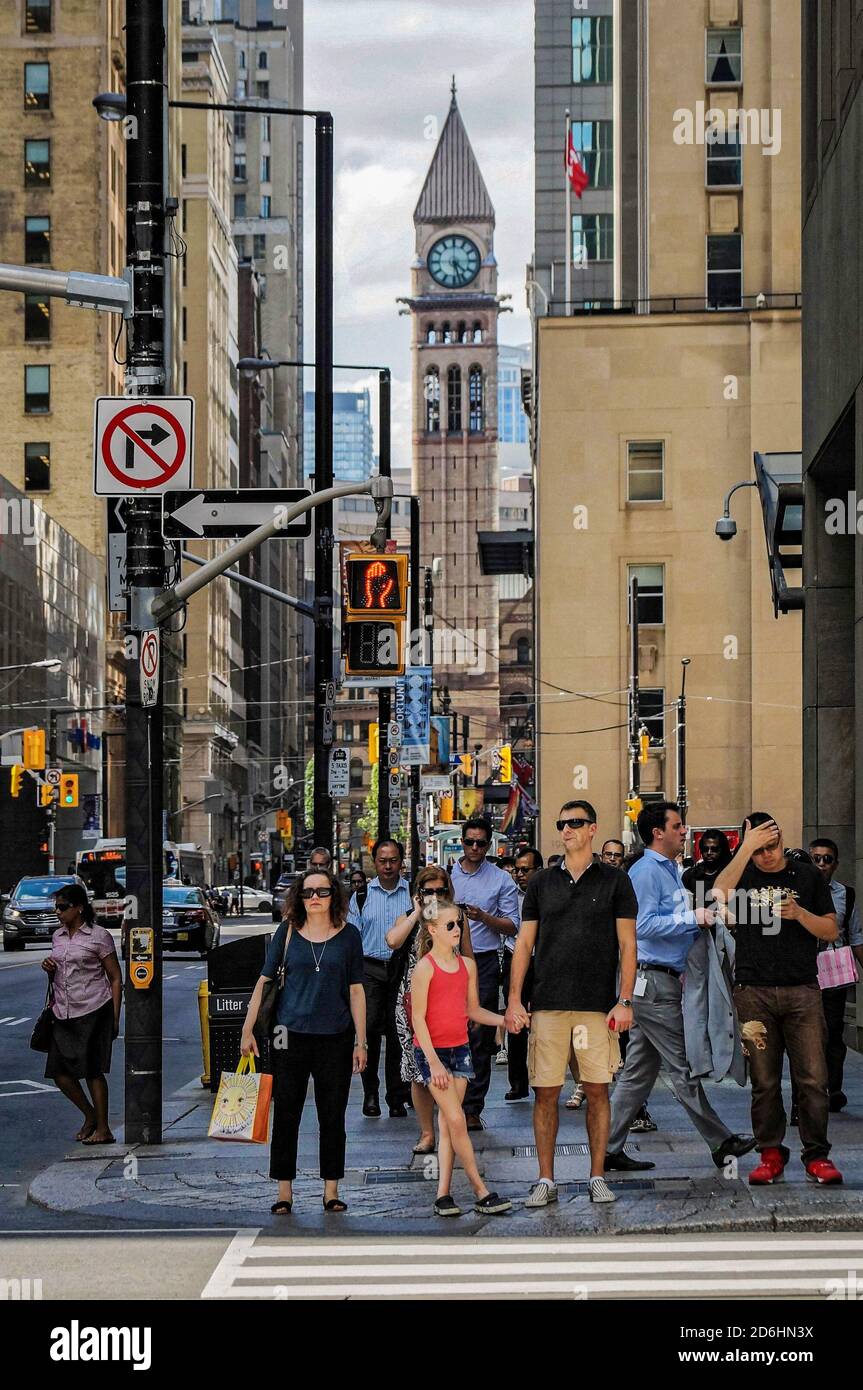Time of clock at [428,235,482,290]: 4:27
